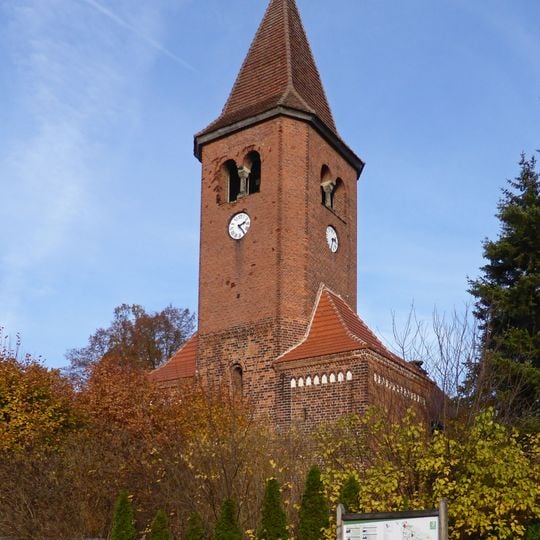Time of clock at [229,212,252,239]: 2:23
